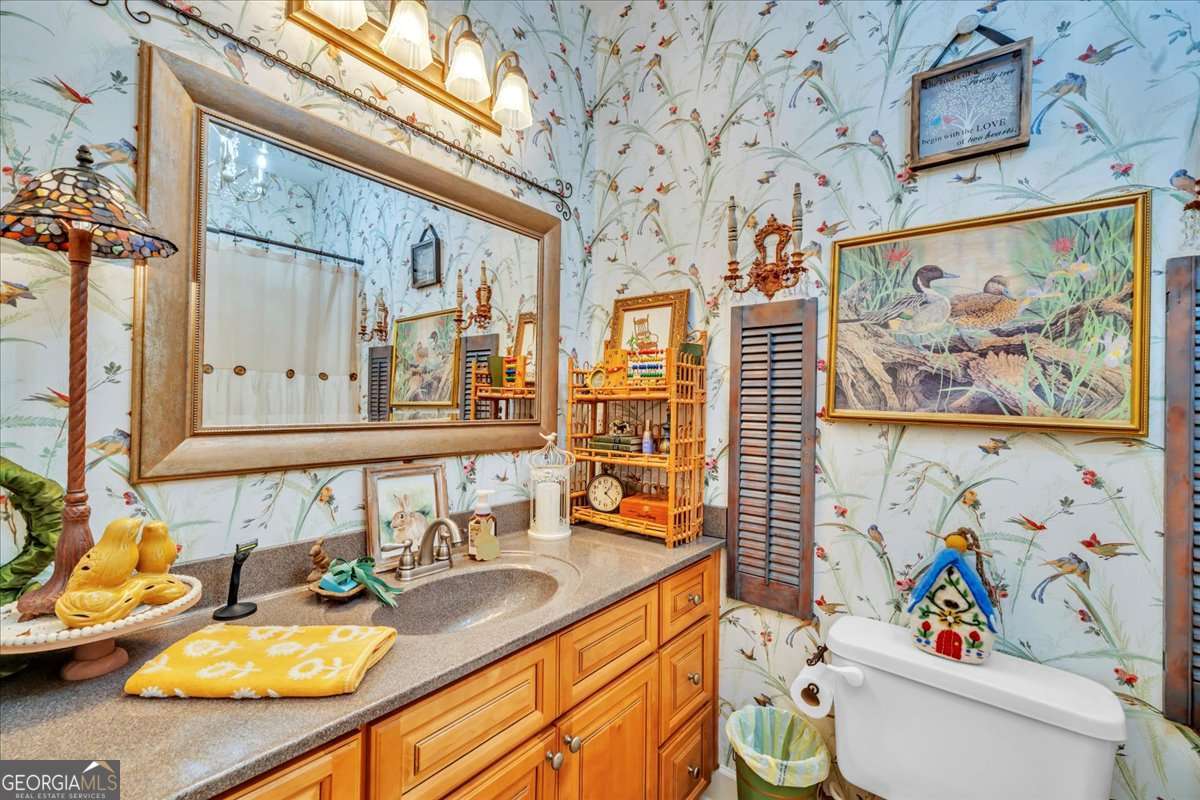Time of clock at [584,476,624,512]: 1:22
